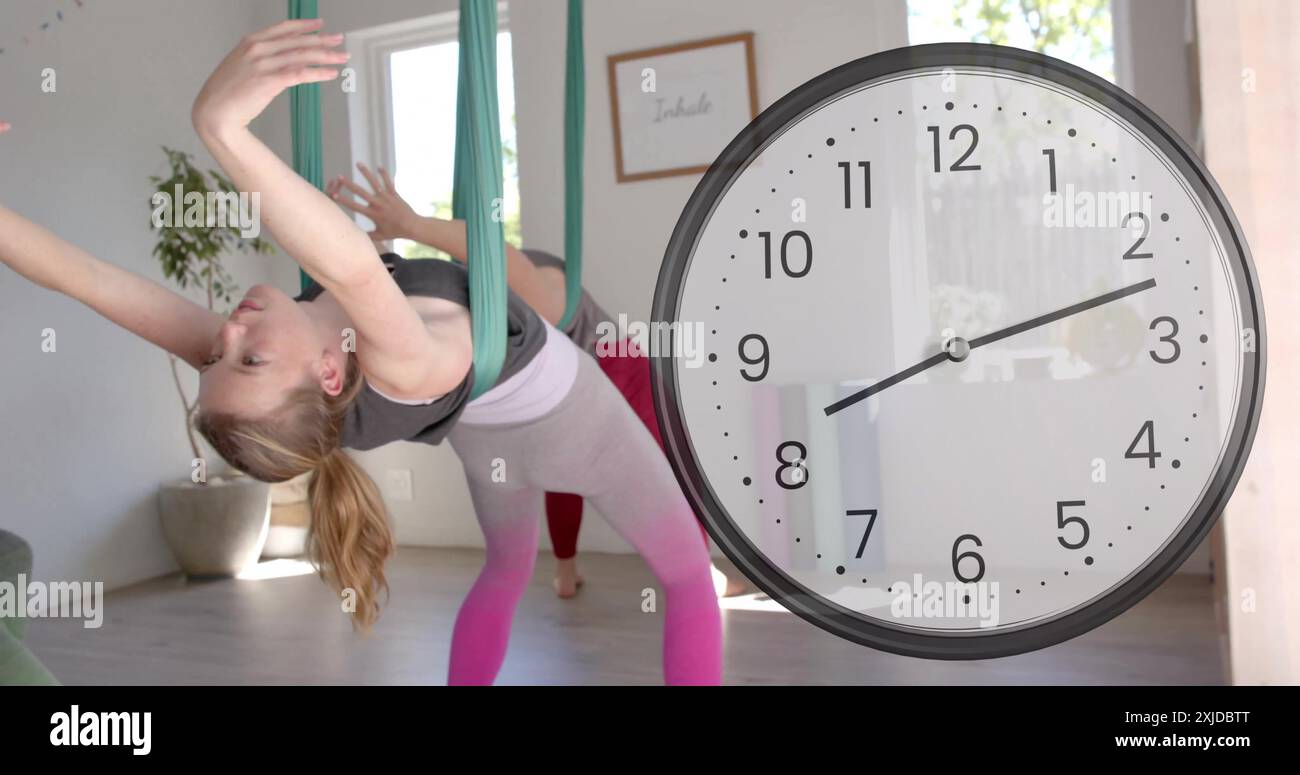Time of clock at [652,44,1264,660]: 8:12
